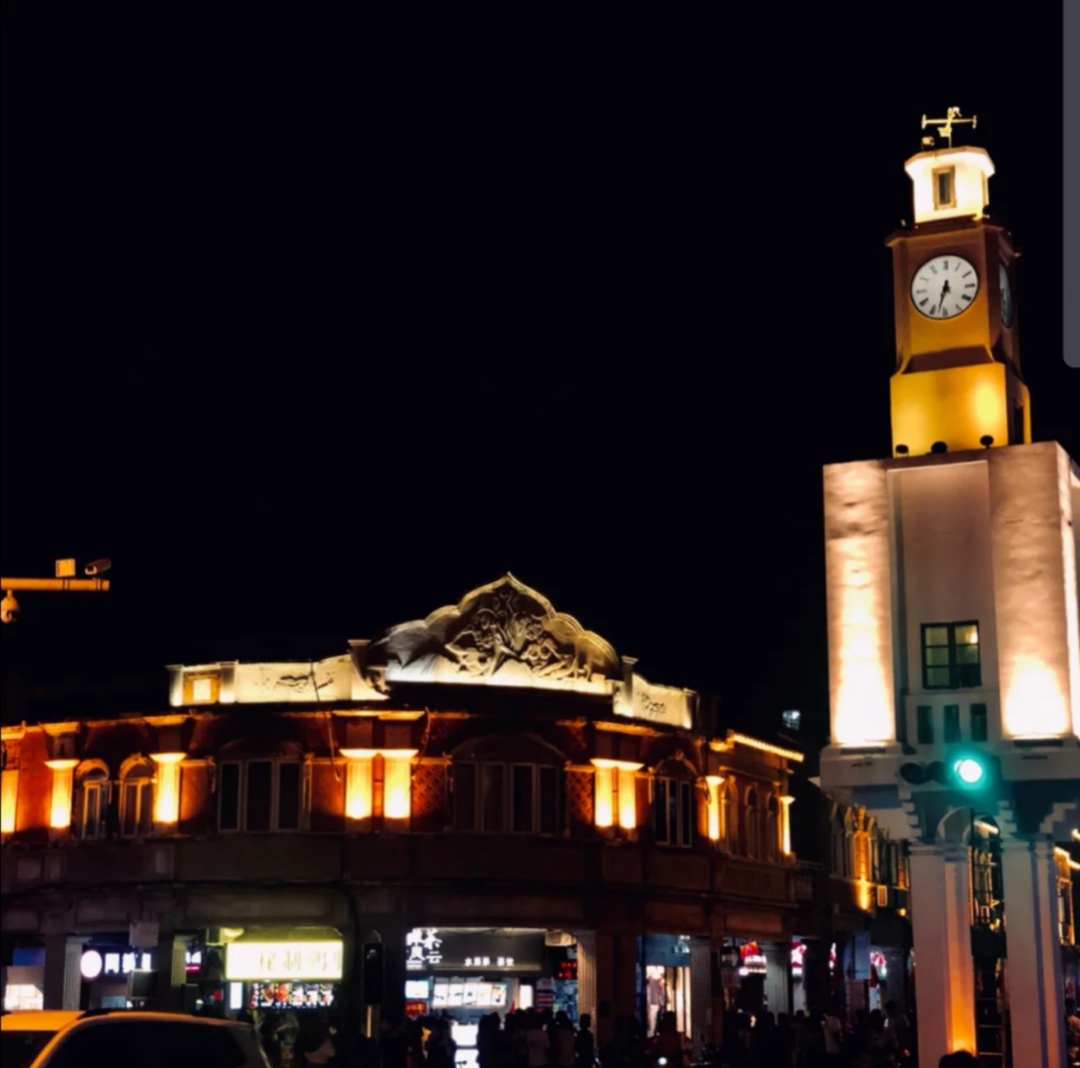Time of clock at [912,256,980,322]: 6:32
